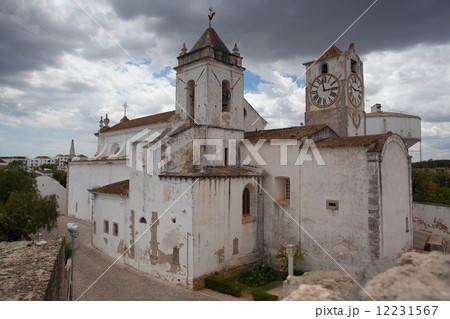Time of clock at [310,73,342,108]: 2:58
